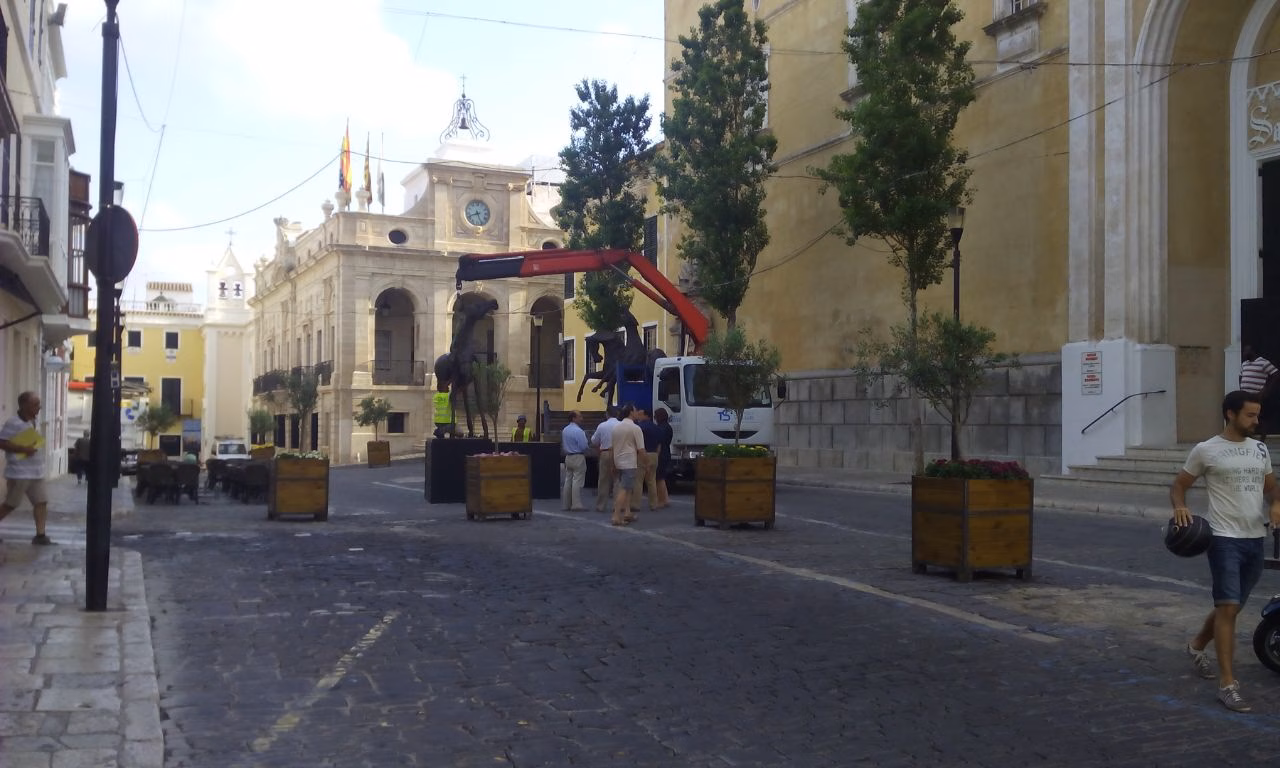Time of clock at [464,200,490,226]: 8:26
